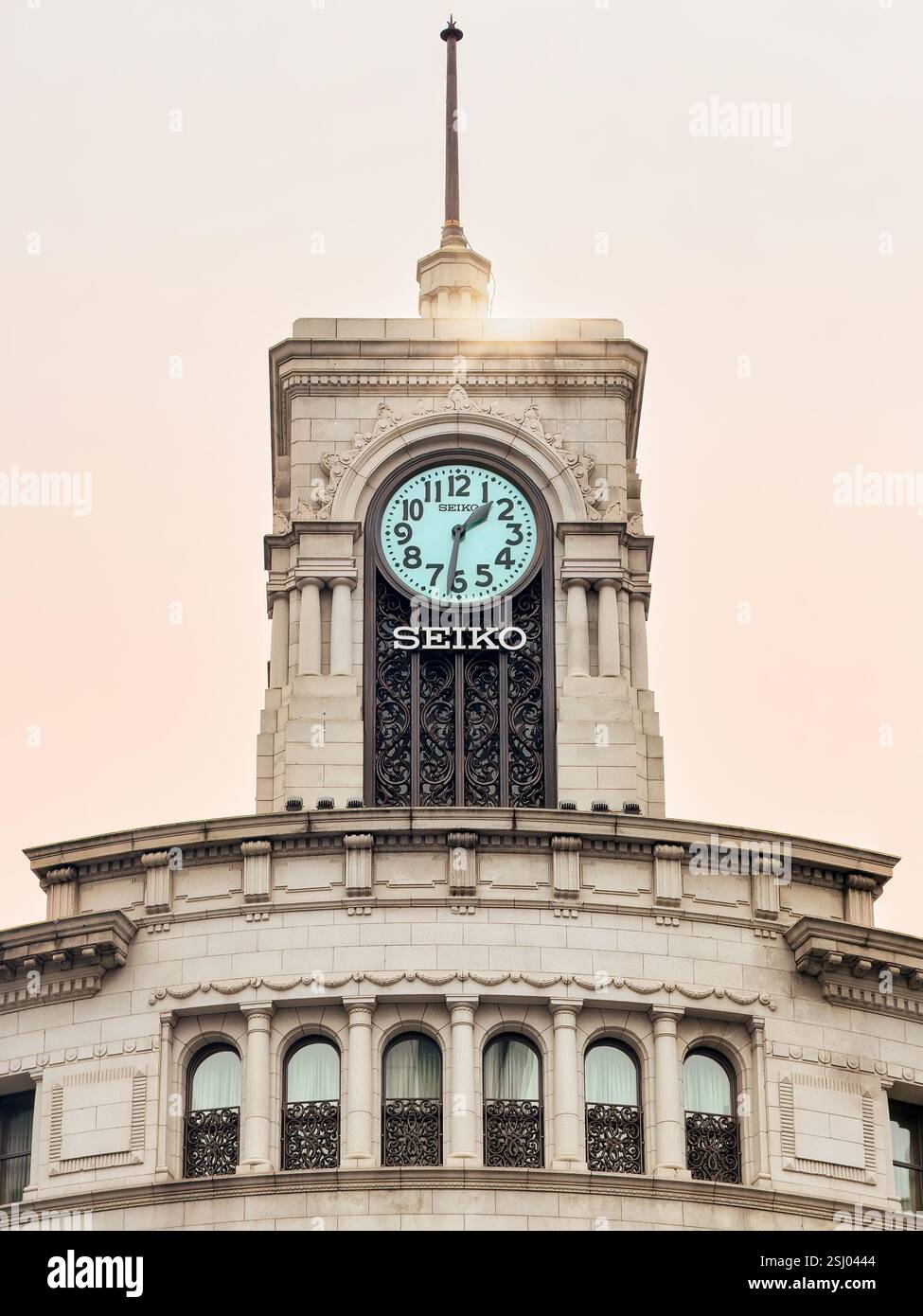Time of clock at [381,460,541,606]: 1:31
